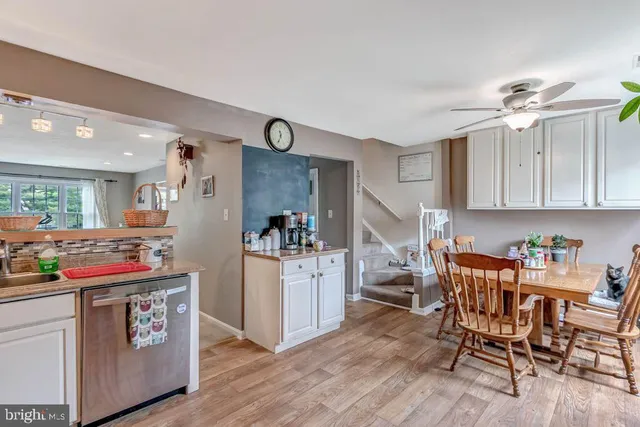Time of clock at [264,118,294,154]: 11:33
